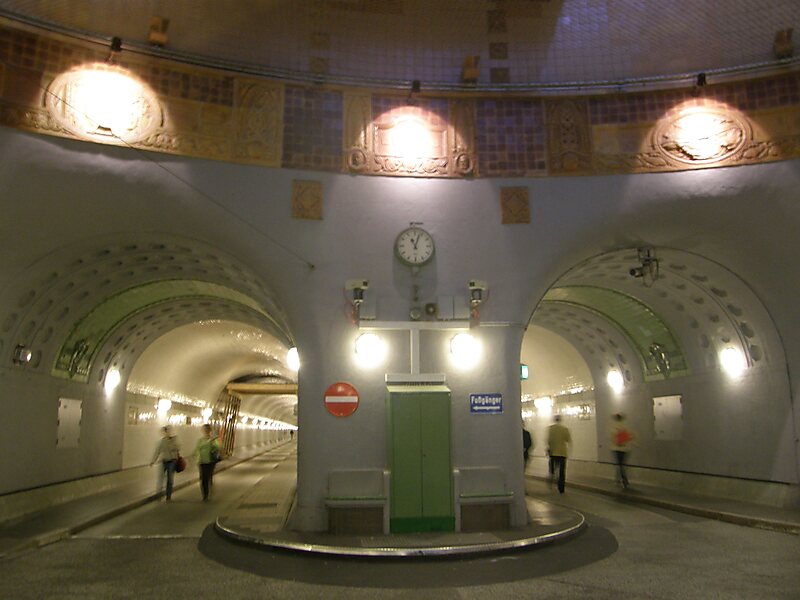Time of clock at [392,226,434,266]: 11:03
